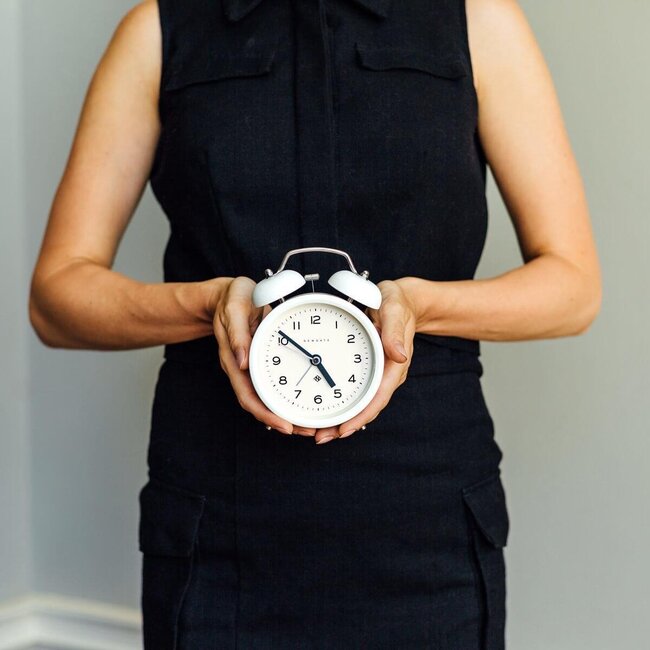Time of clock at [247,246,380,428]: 4:51
